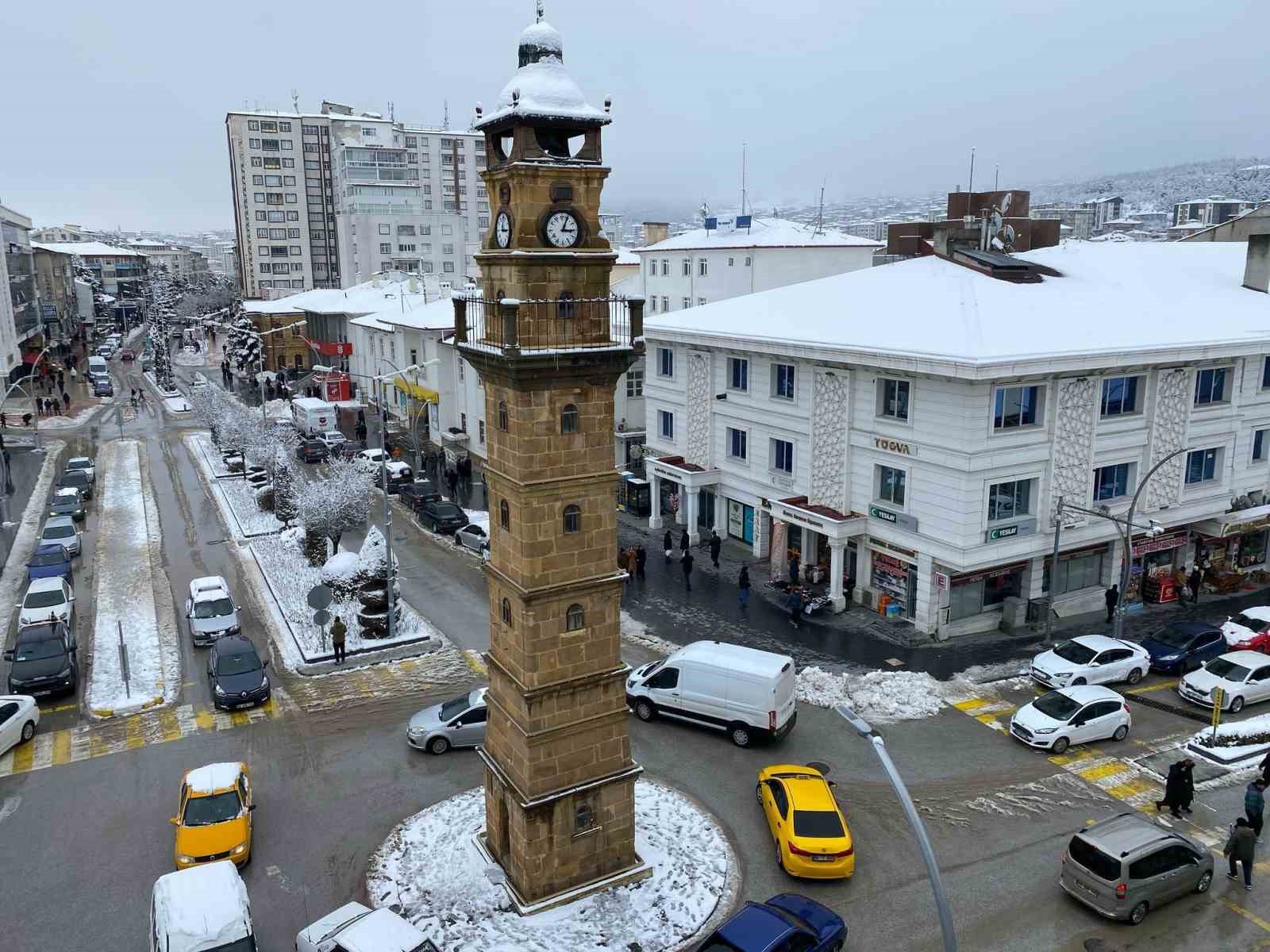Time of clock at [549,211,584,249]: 3:04
